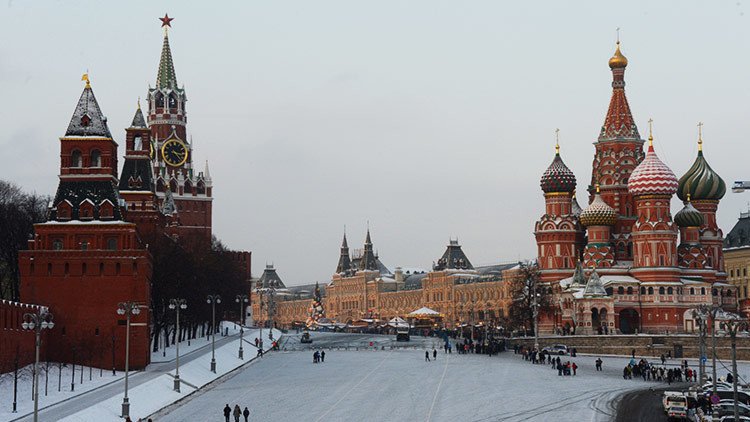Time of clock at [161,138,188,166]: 3:22
